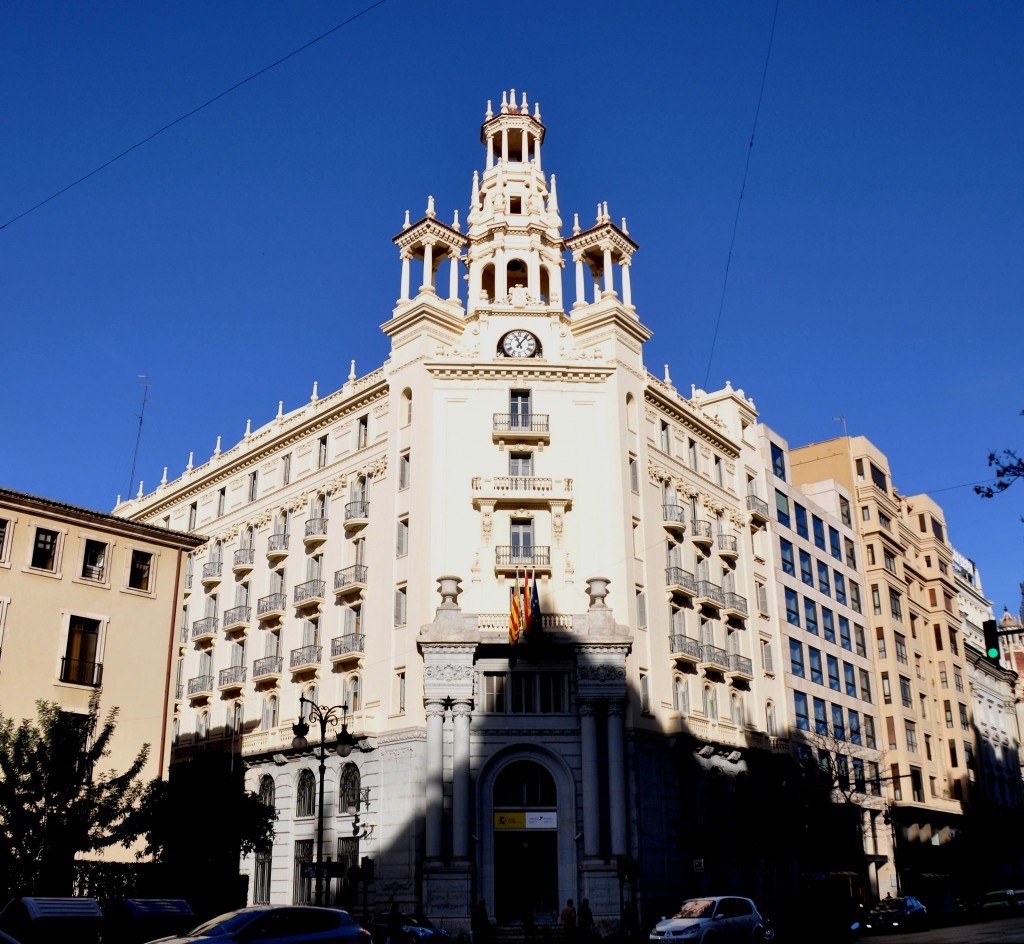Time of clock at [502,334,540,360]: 11:06
